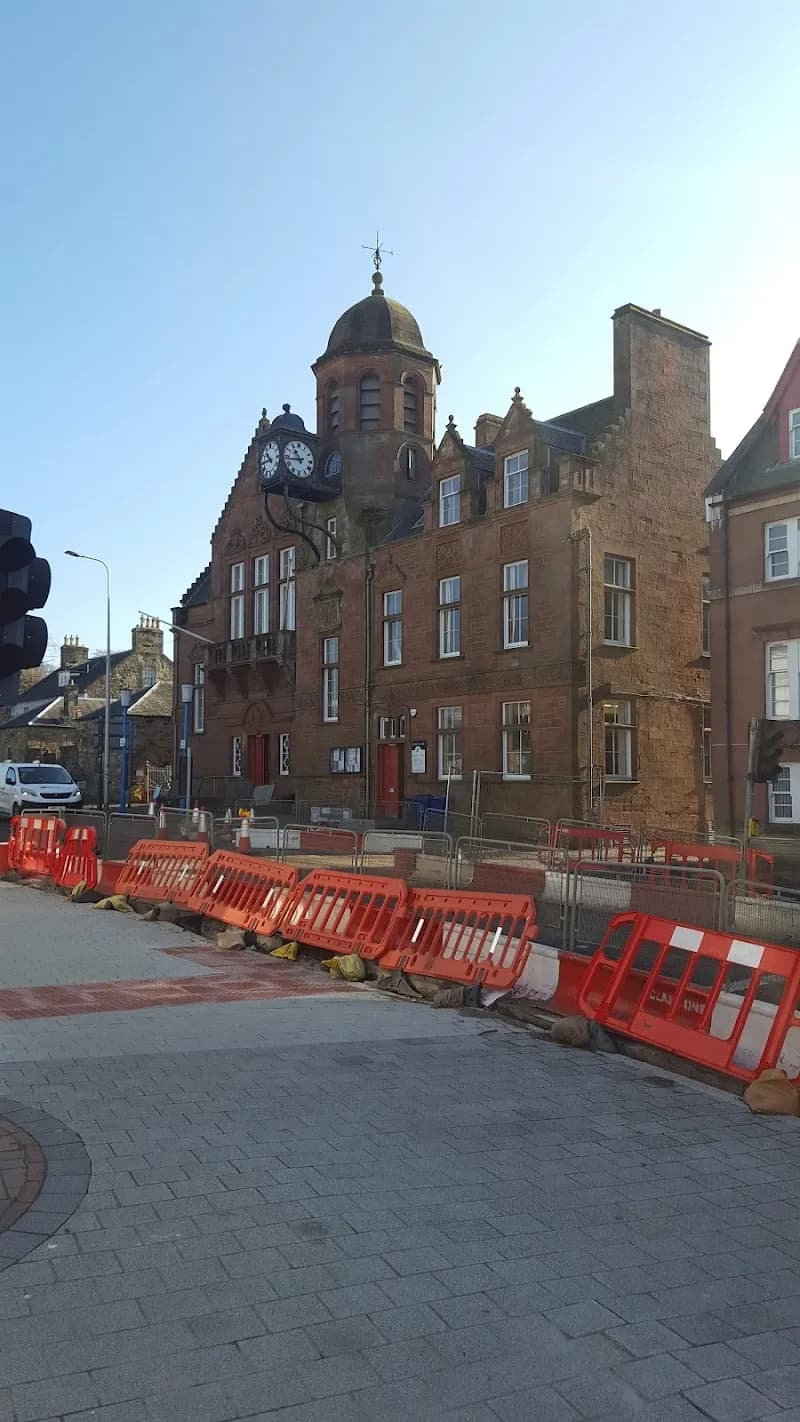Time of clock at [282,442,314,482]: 10:43
